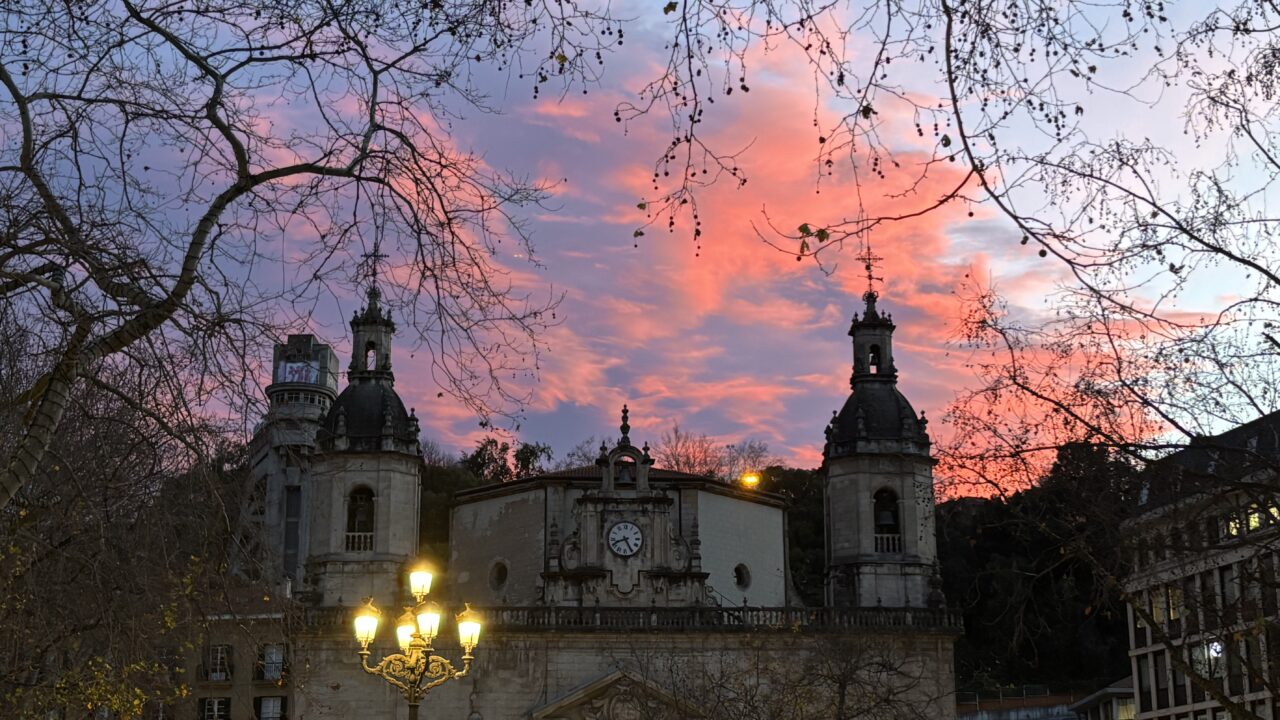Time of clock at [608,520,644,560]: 8:25
